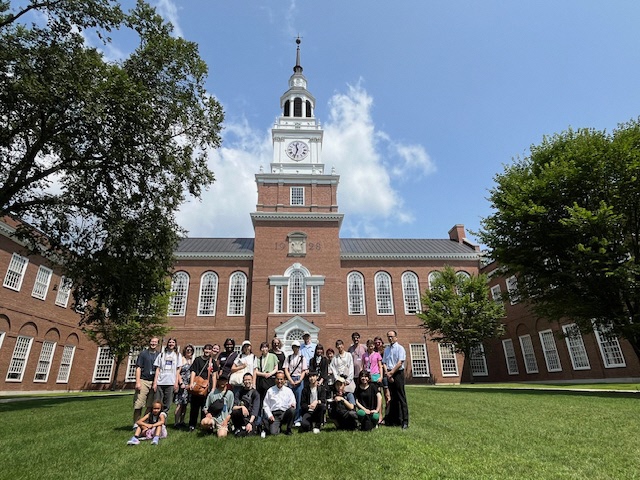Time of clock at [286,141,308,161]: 11:33
